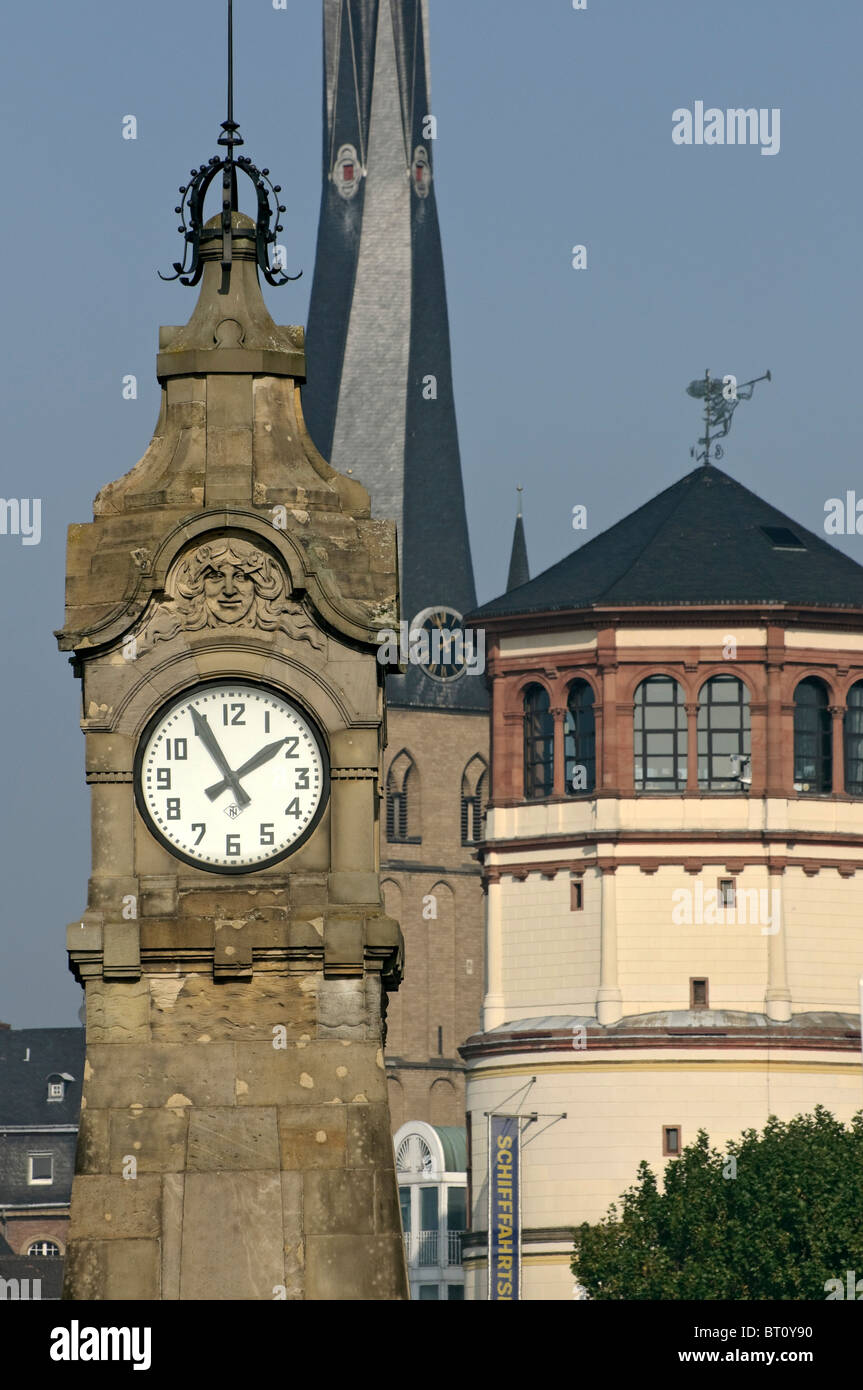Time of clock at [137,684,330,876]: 1:55
